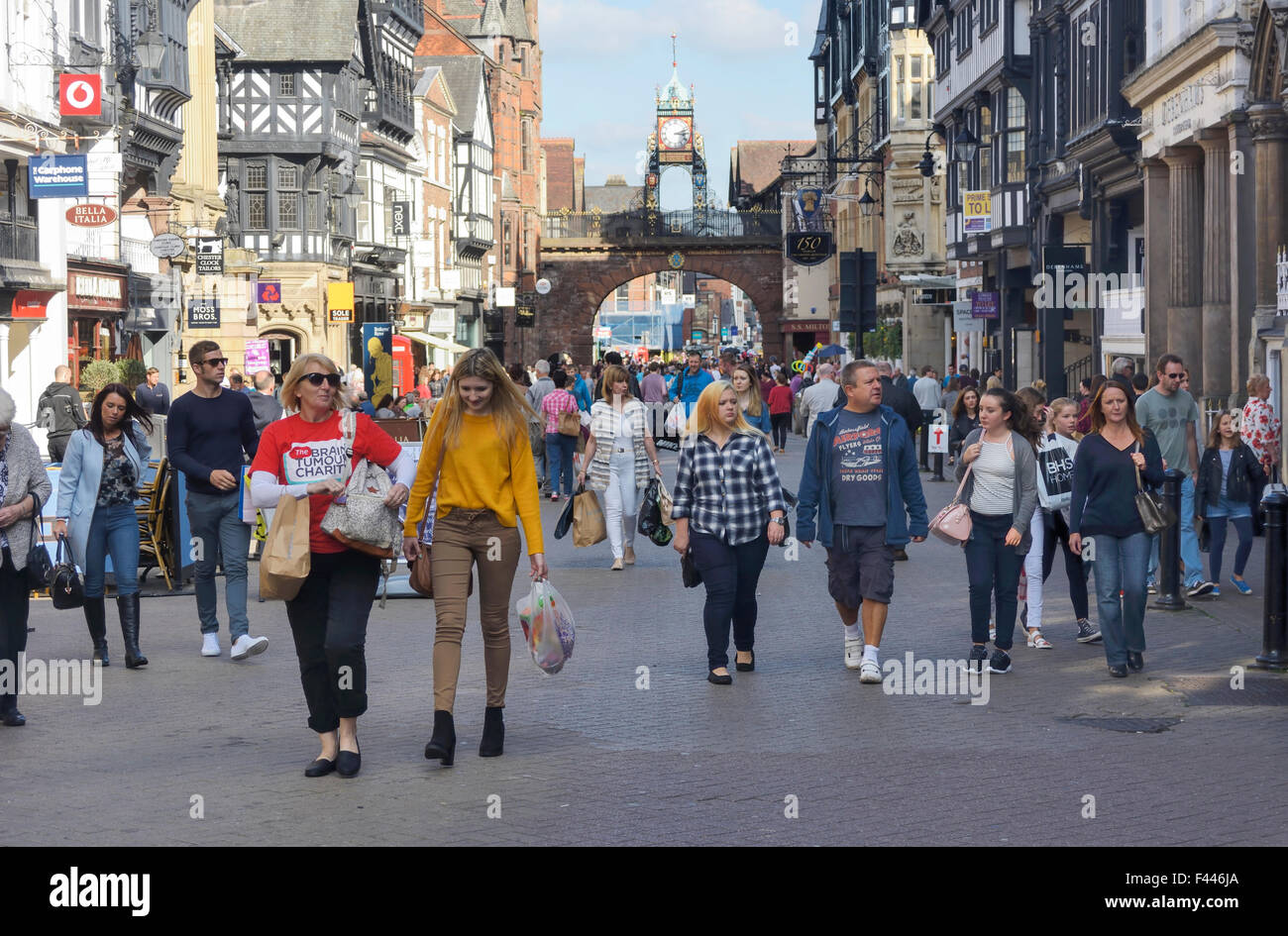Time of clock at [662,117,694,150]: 3:12
